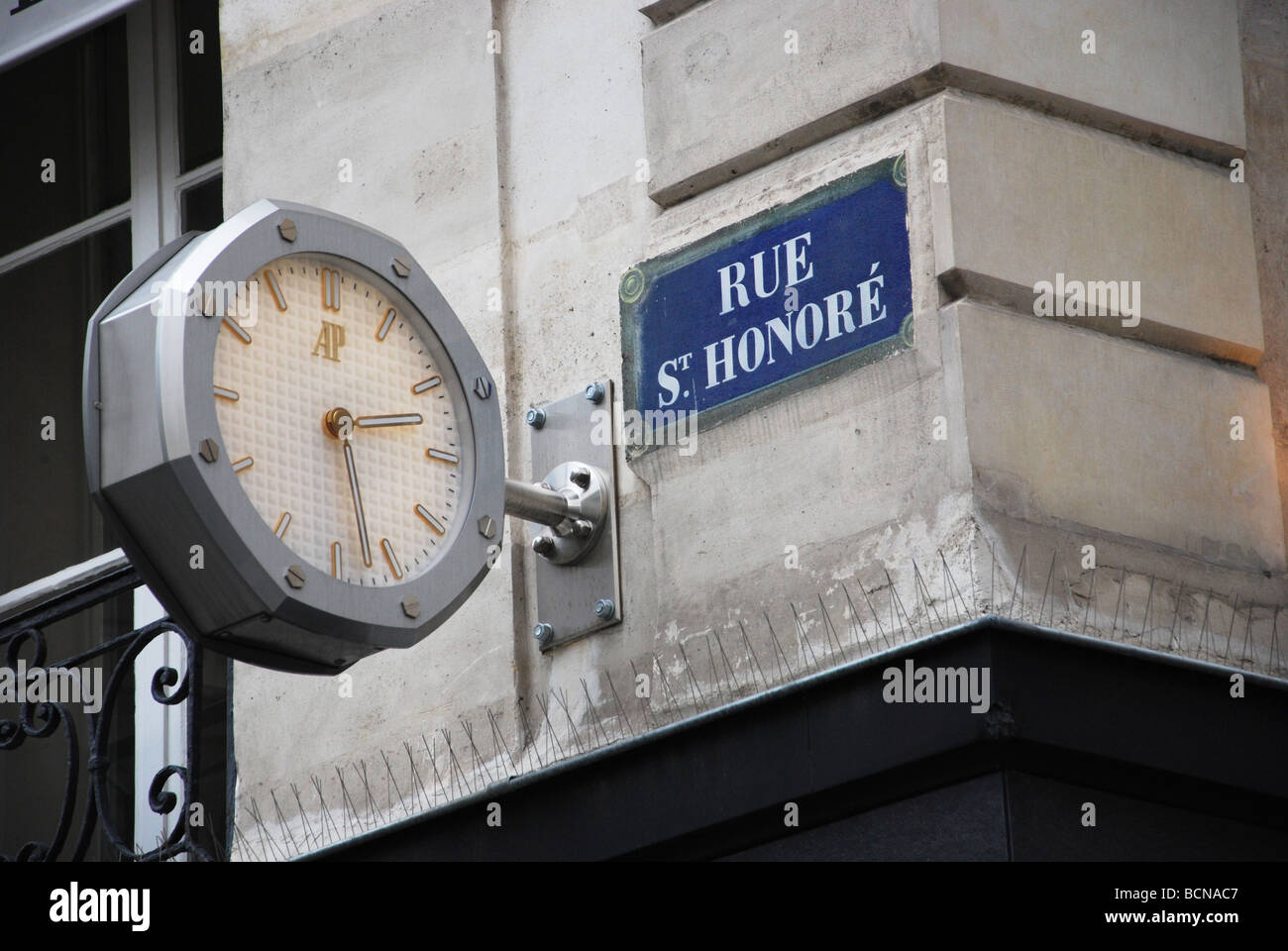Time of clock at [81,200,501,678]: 2:27
